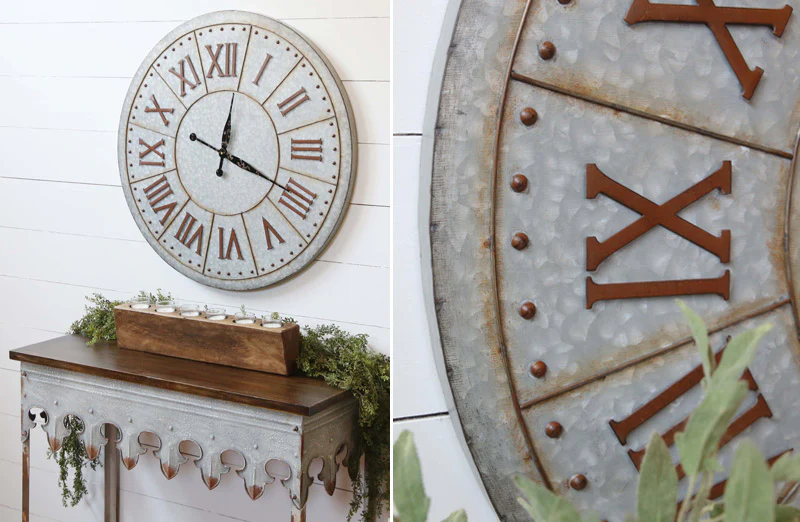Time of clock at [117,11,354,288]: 12:19
